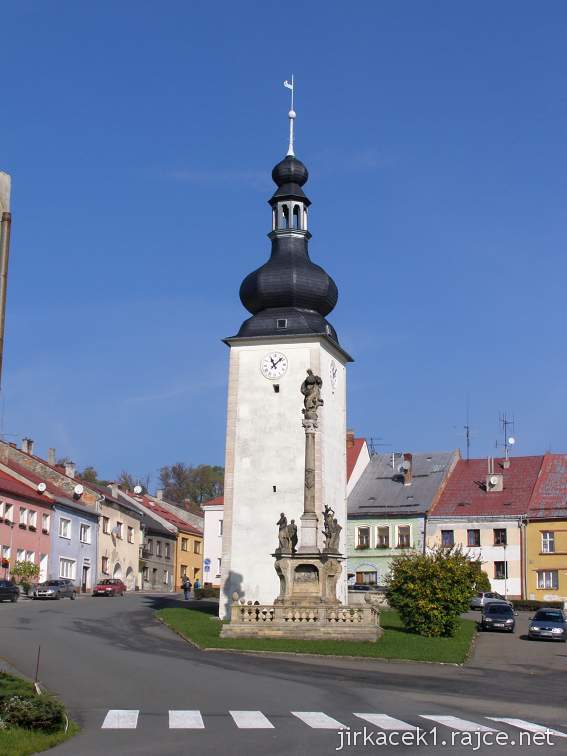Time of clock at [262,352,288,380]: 11:07
